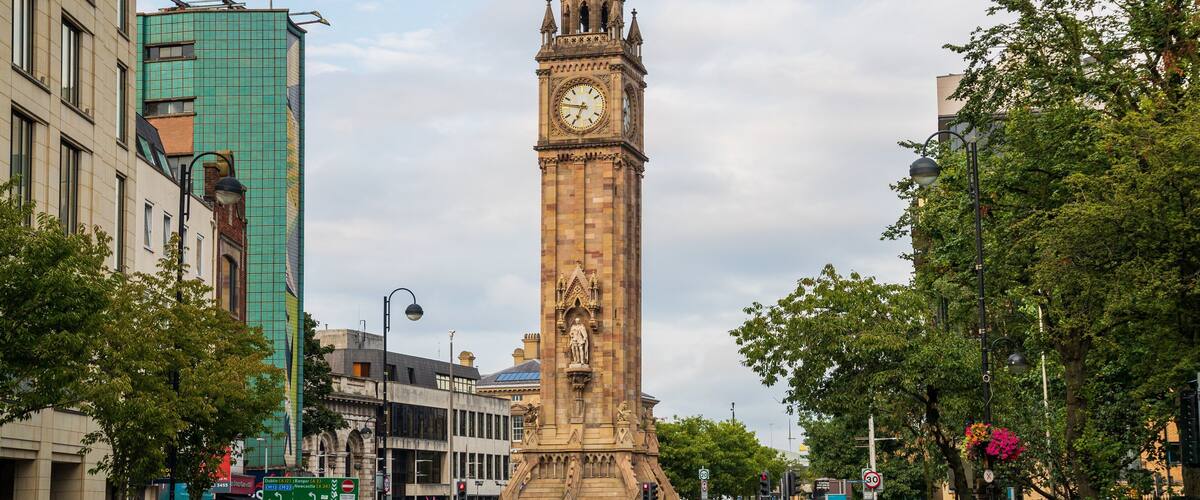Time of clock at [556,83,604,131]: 6:46
